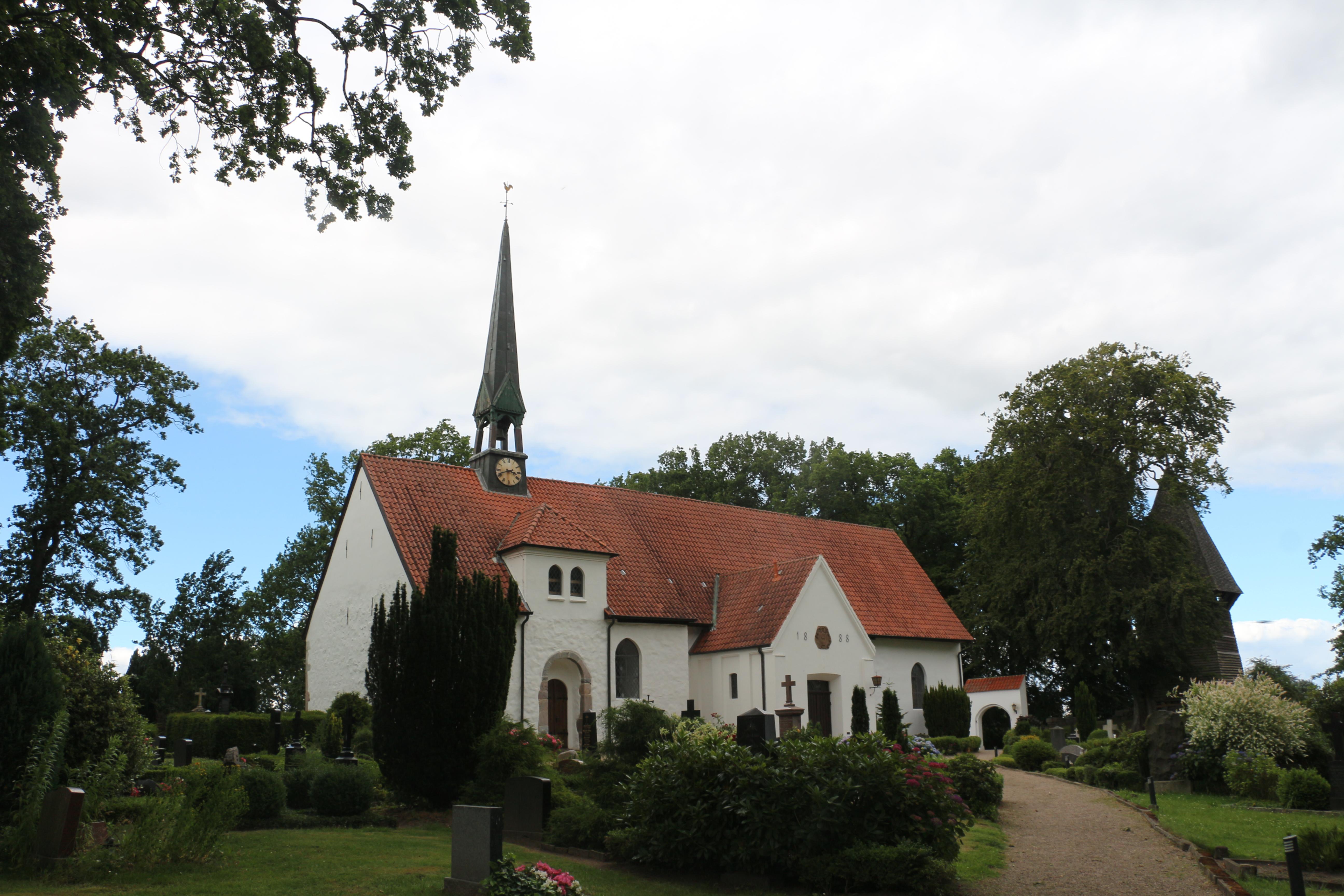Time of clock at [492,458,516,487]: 3:41
